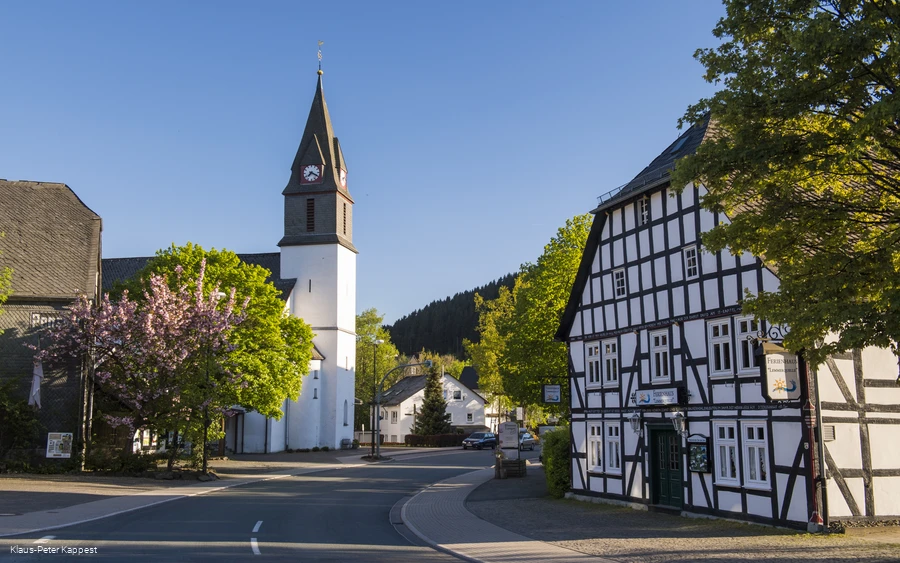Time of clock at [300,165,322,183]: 7:19
